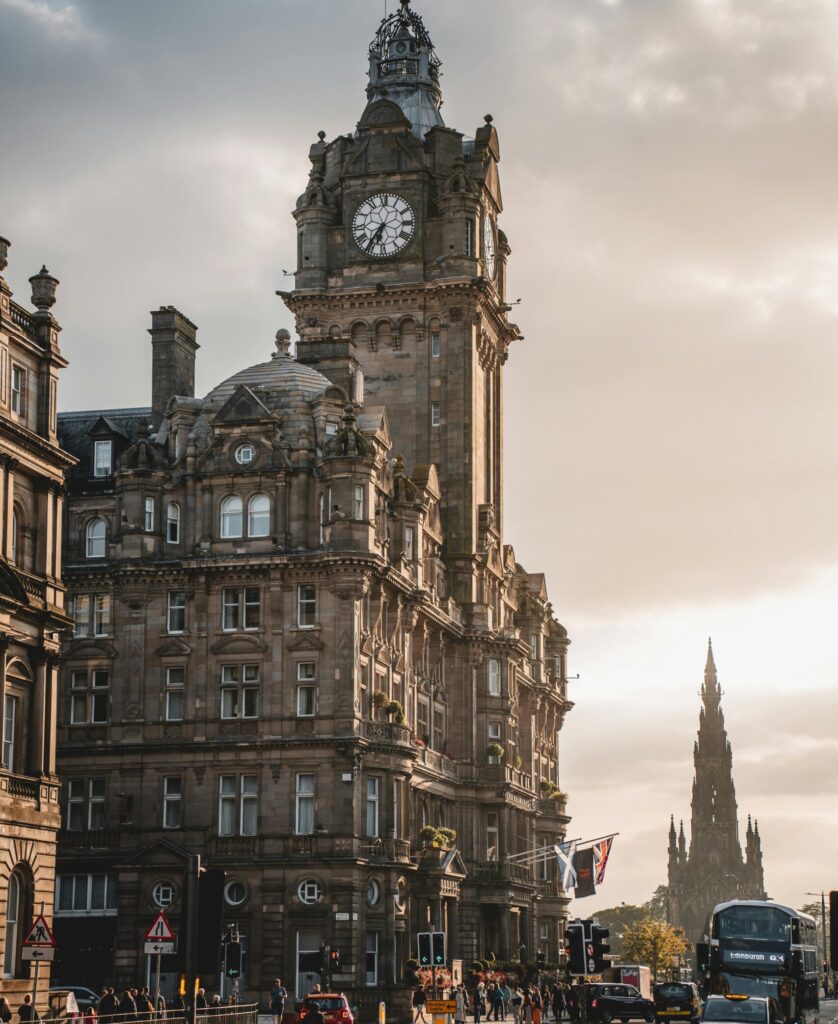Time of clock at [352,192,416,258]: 6:36
